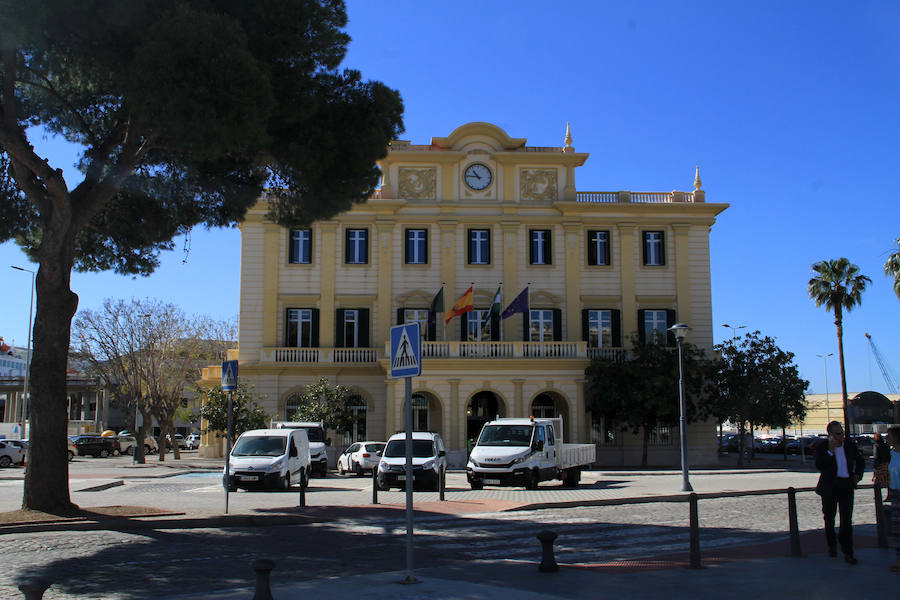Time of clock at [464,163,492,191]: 10:45
